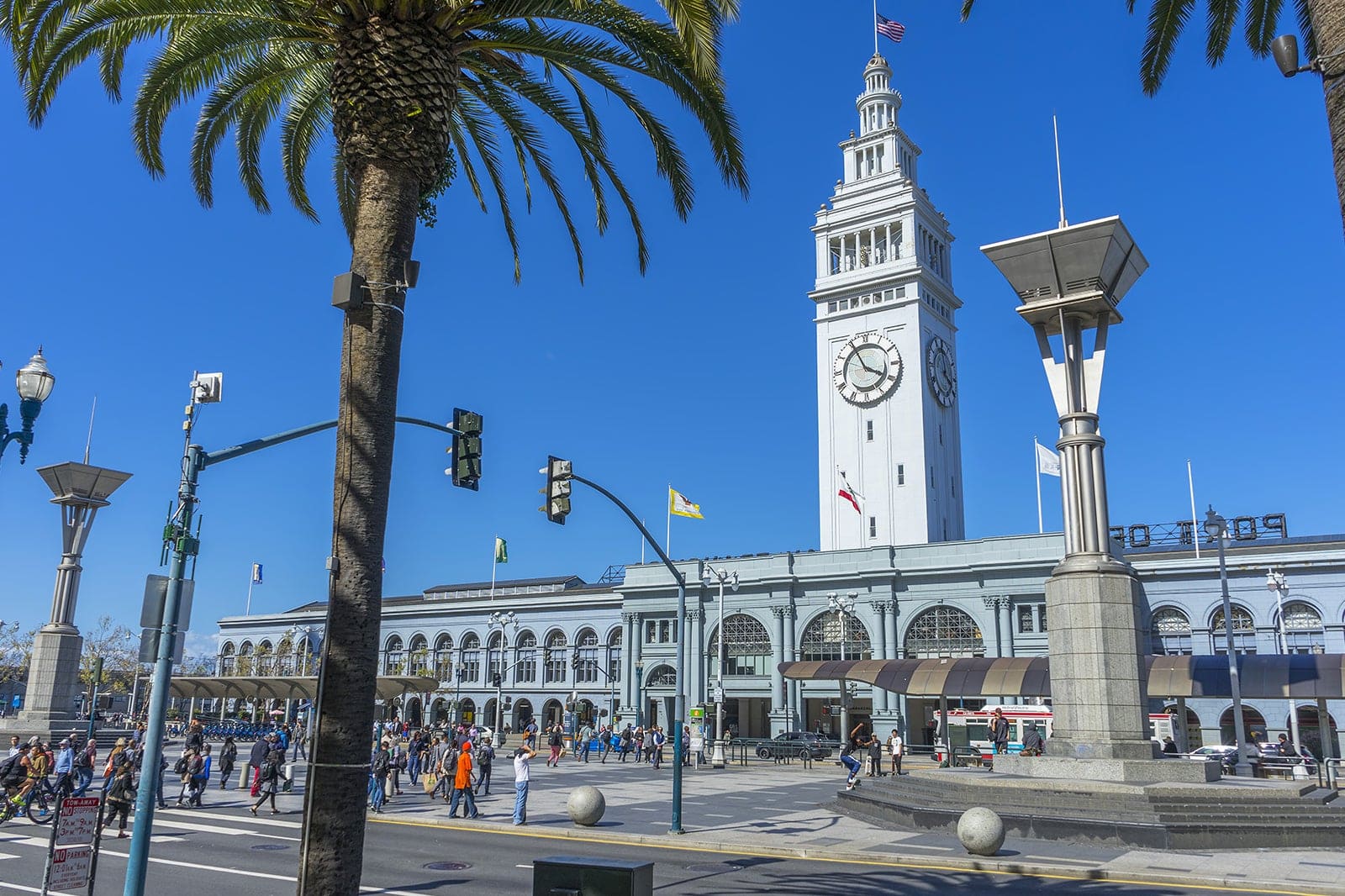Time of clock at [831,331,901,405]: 3:55
